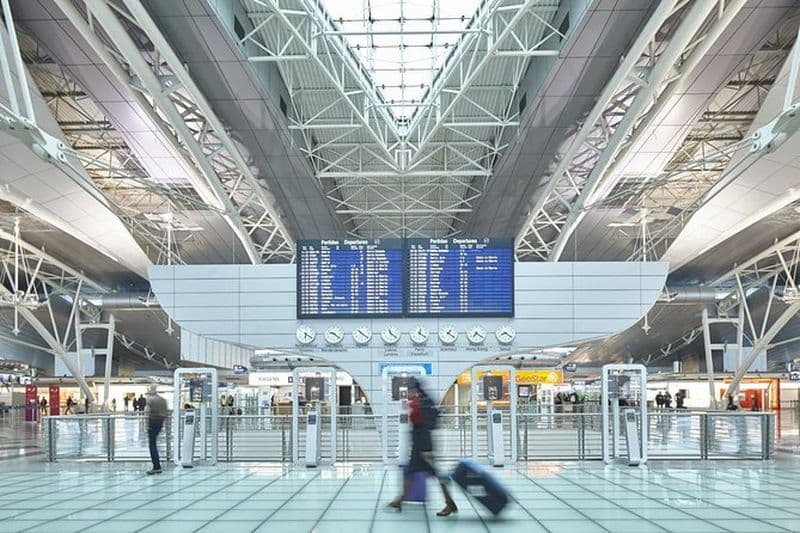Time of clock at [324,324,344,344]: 9:22
